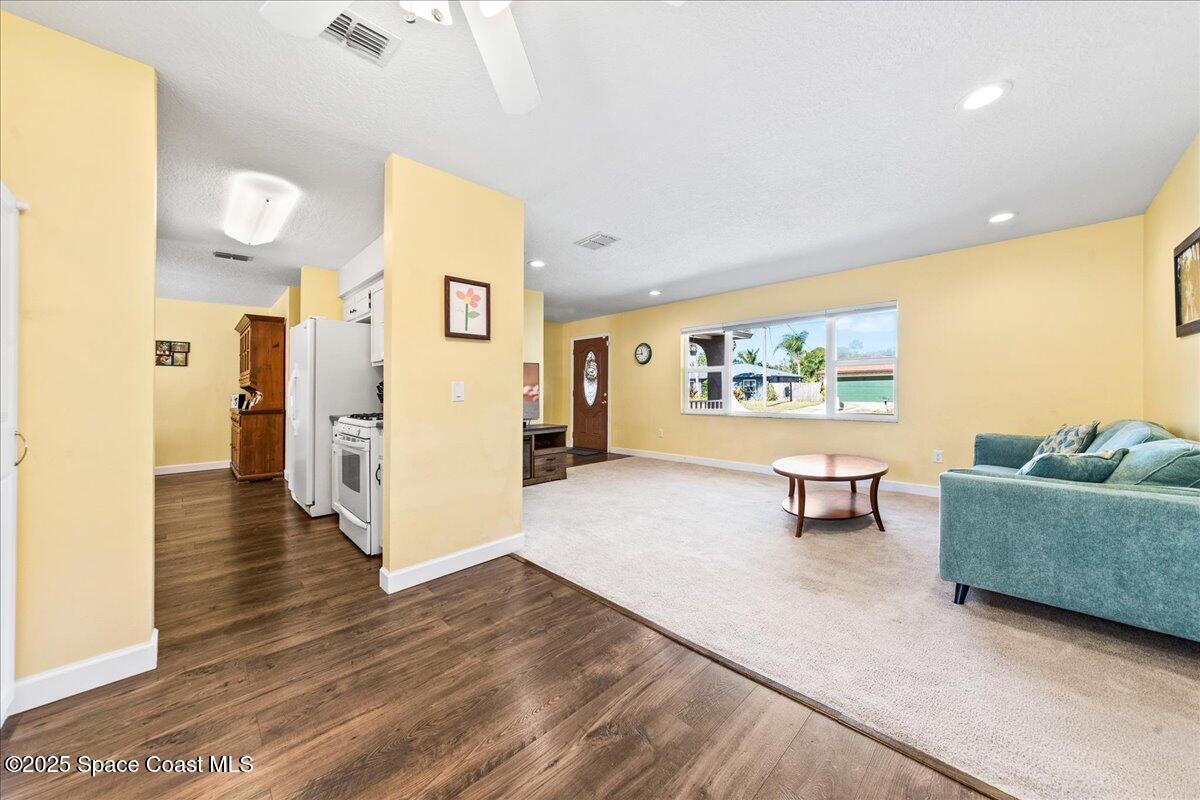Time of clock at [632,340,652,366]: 11:44
